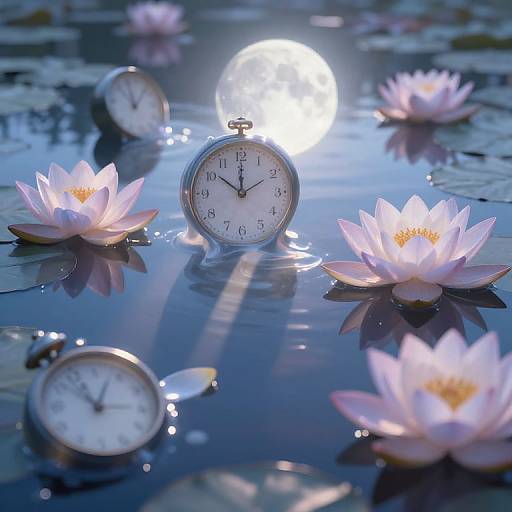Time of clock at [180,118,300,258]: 10:00
